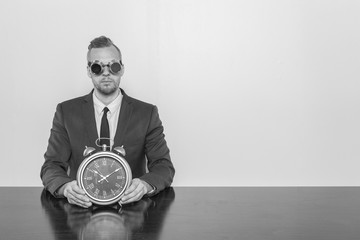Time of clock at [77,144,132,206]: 10:09
